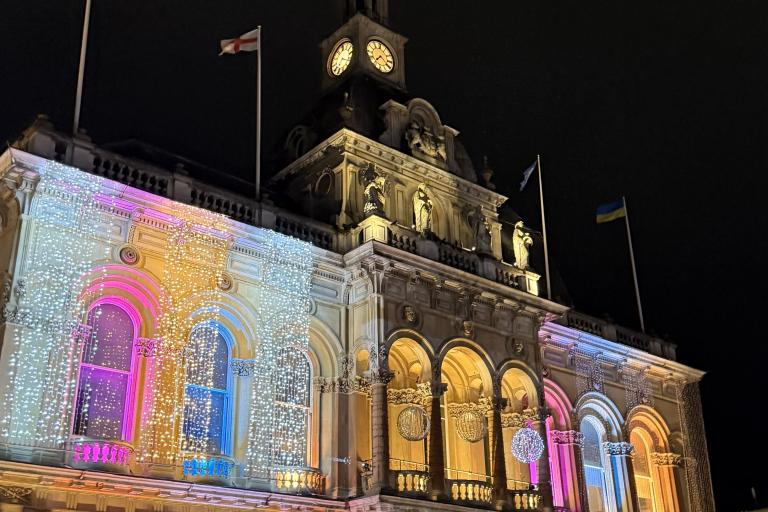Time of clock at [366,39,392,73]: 7:20
